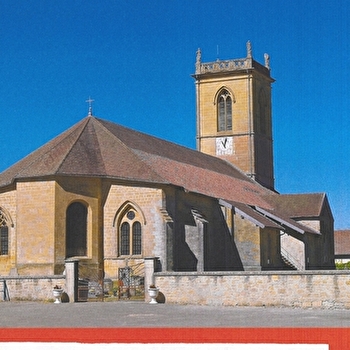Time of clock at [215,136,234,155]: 11:02
